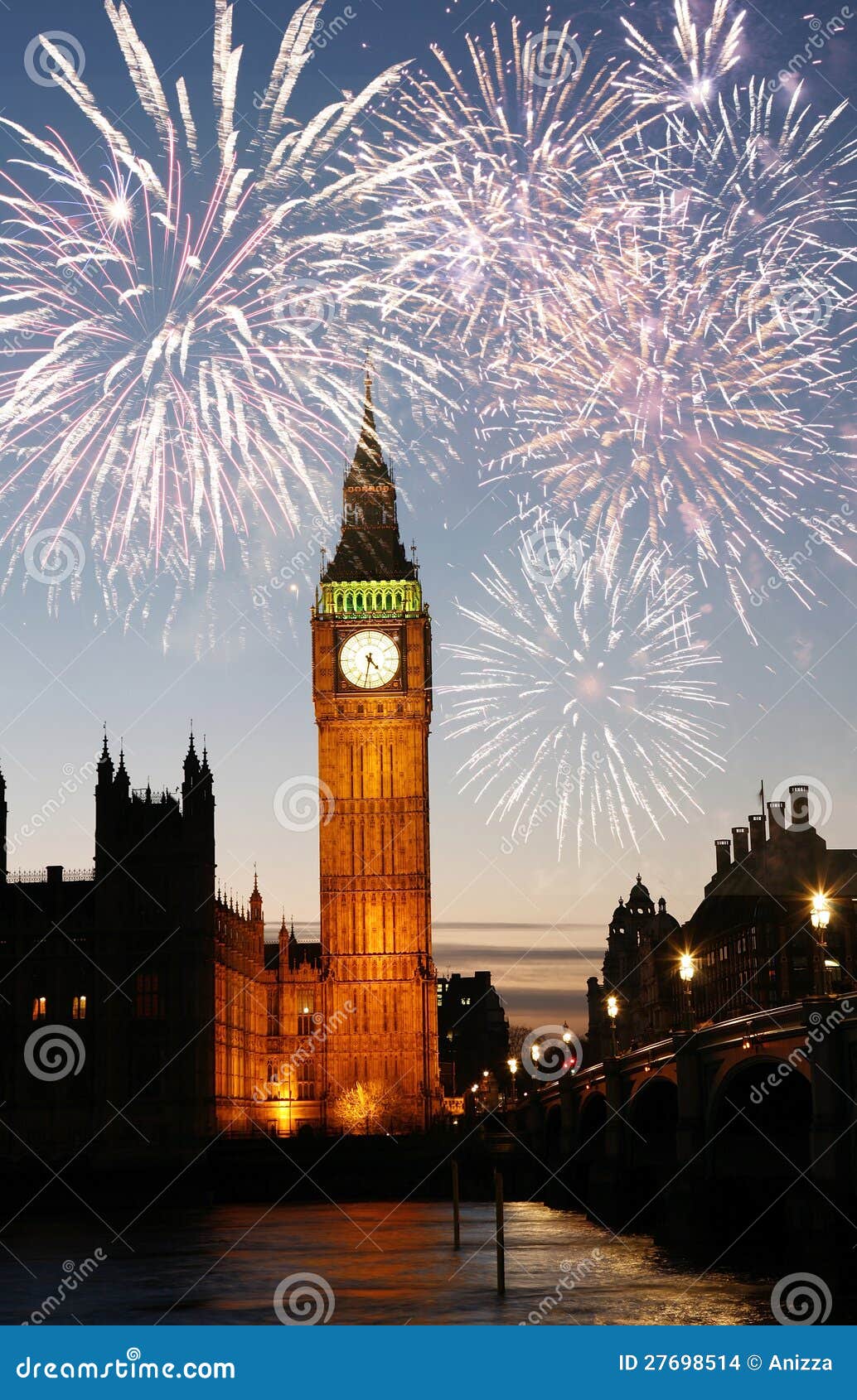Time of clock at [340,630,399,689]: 4:31
